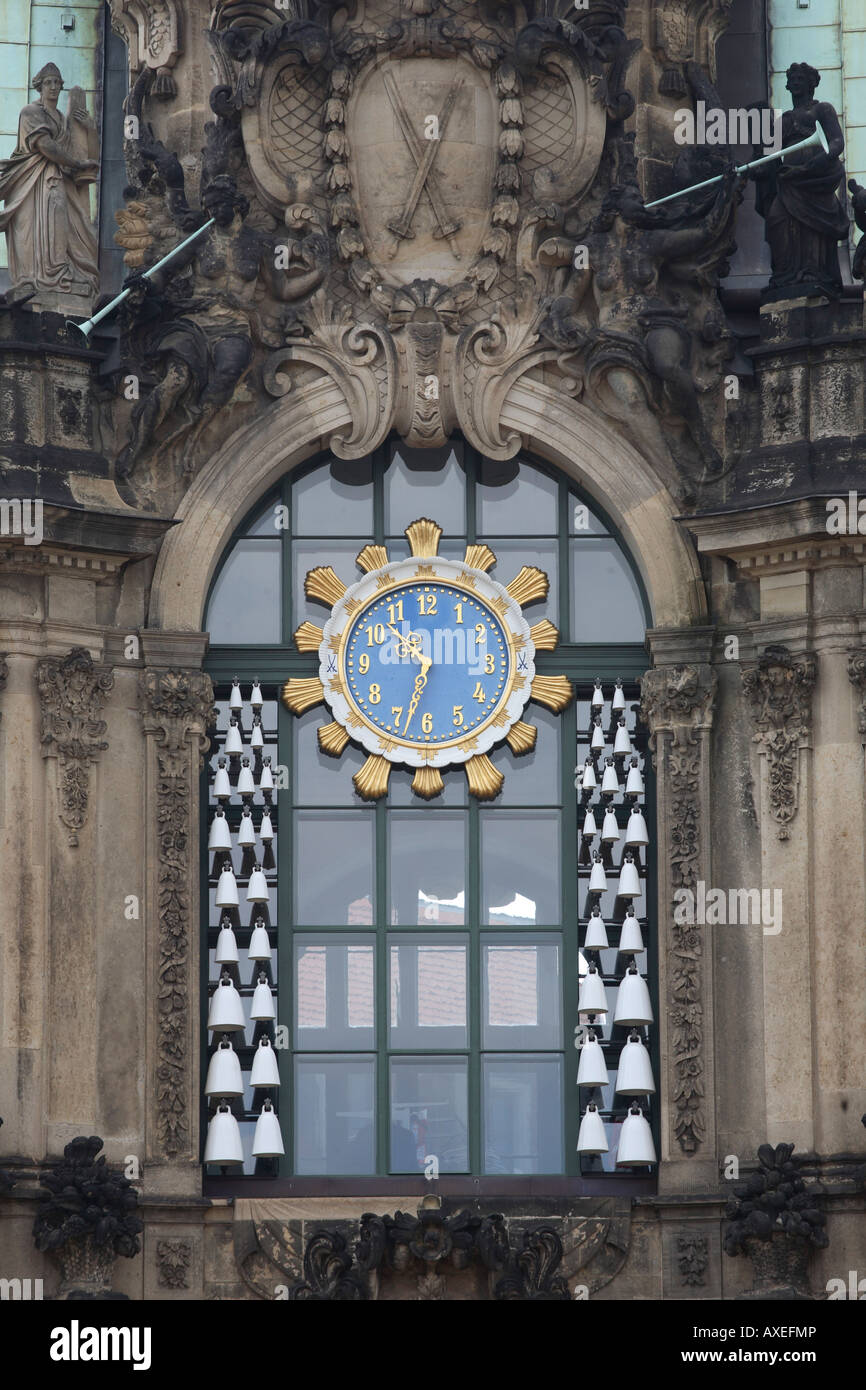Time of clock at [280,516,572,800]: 6:32
